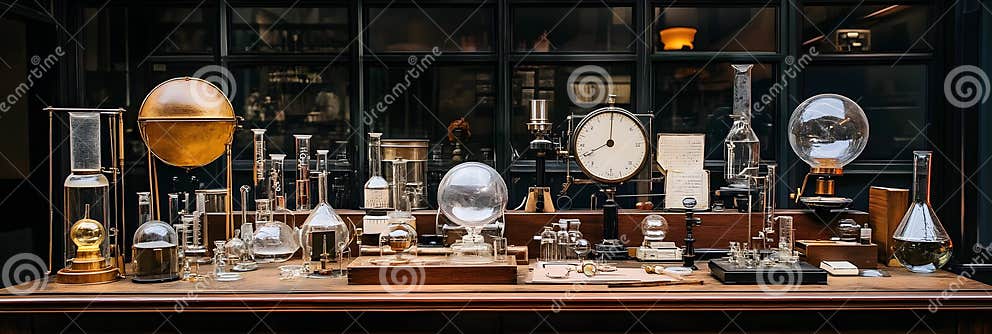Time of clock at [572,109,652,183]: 8:01
